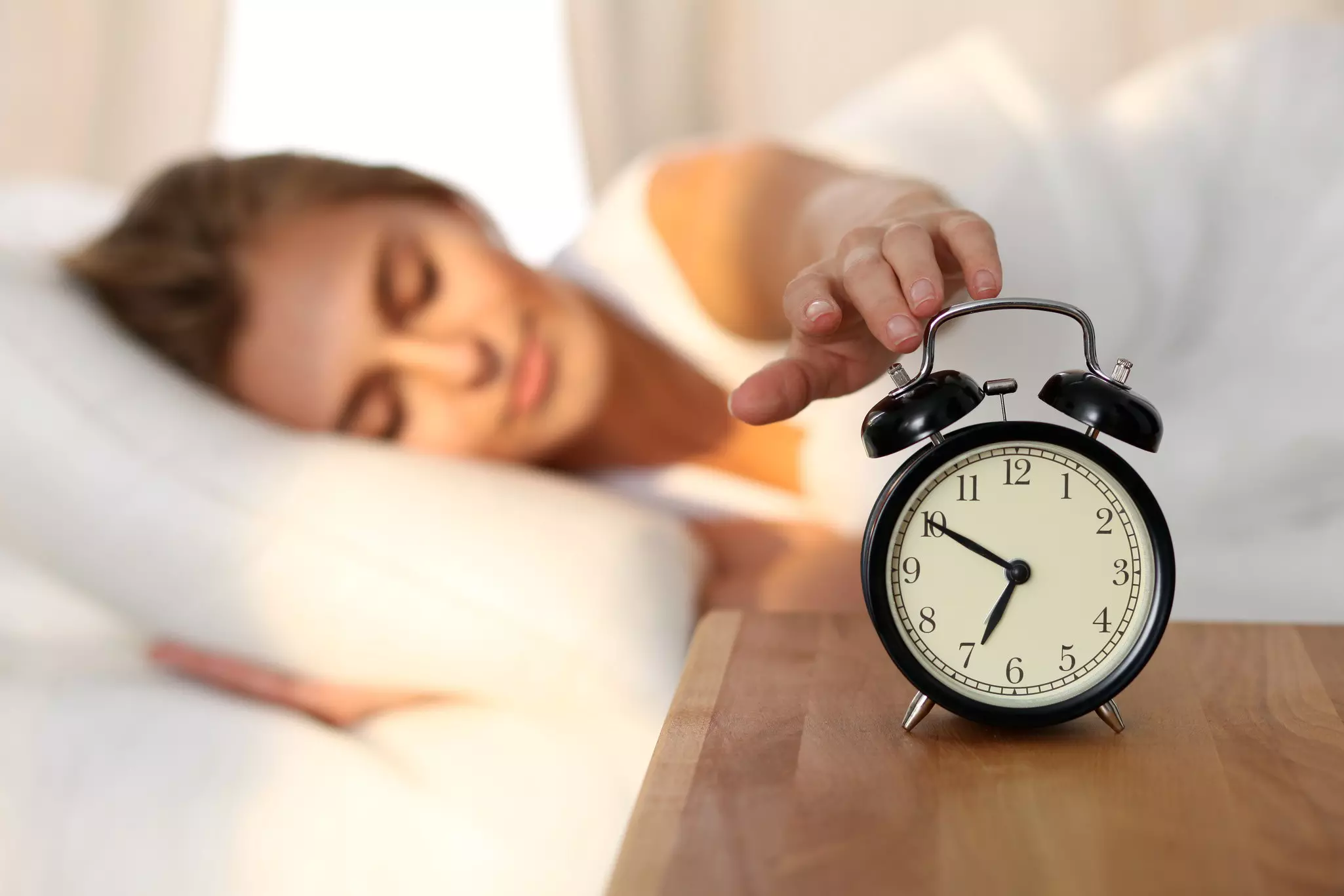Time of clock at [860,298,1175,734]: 6:50
